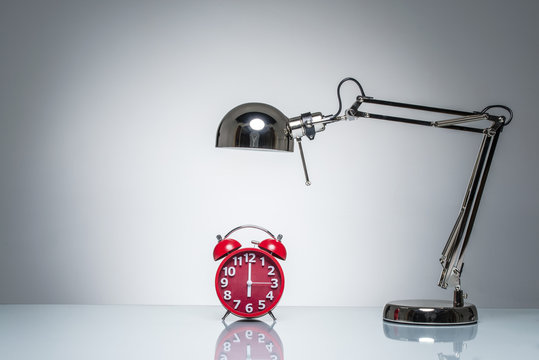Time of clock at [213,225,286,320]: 6:00
